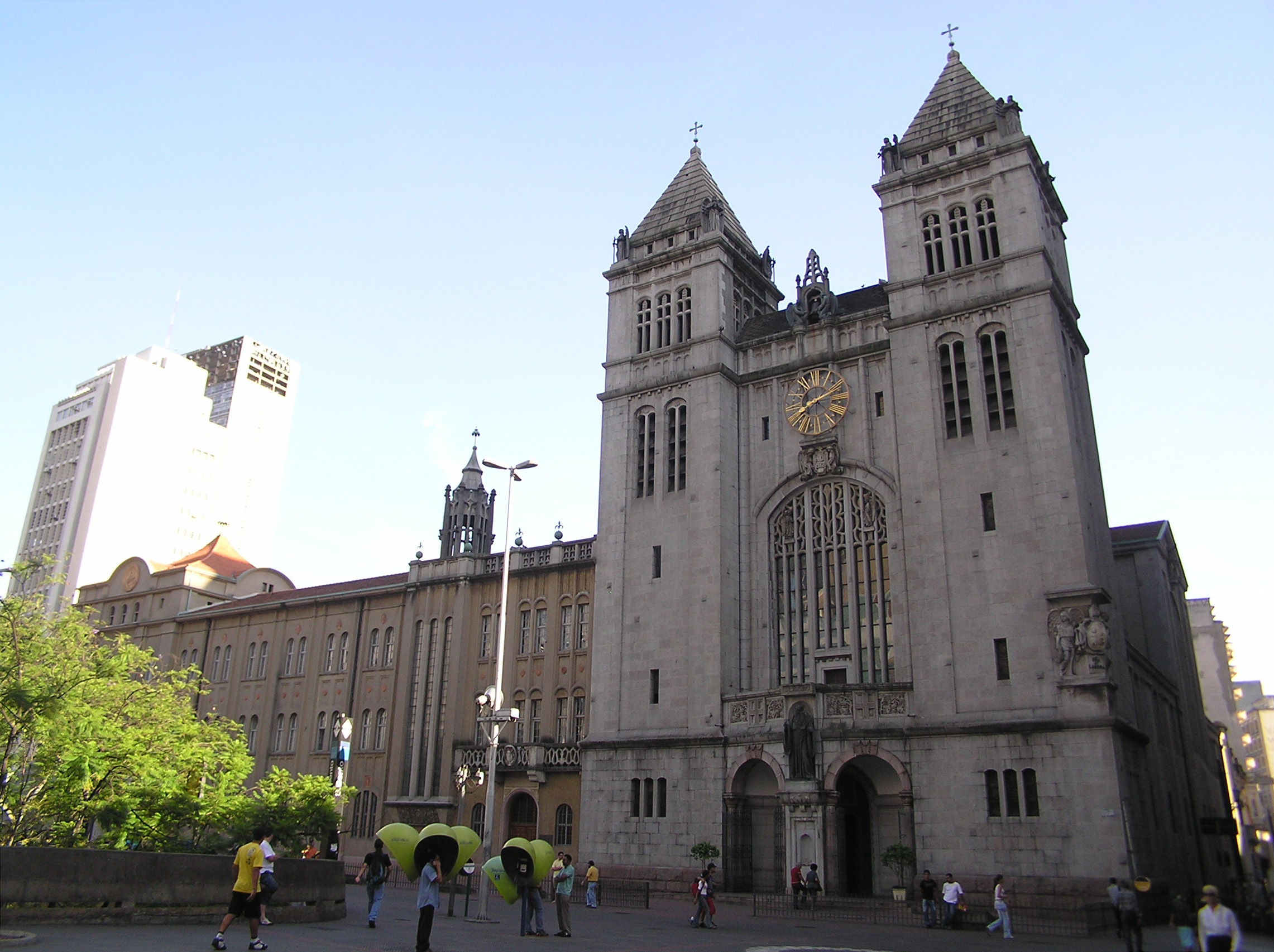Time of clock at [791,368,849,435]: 8:11
